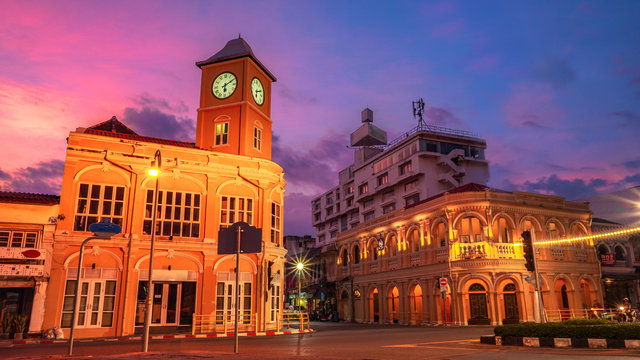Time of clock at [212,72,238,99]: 6:10
